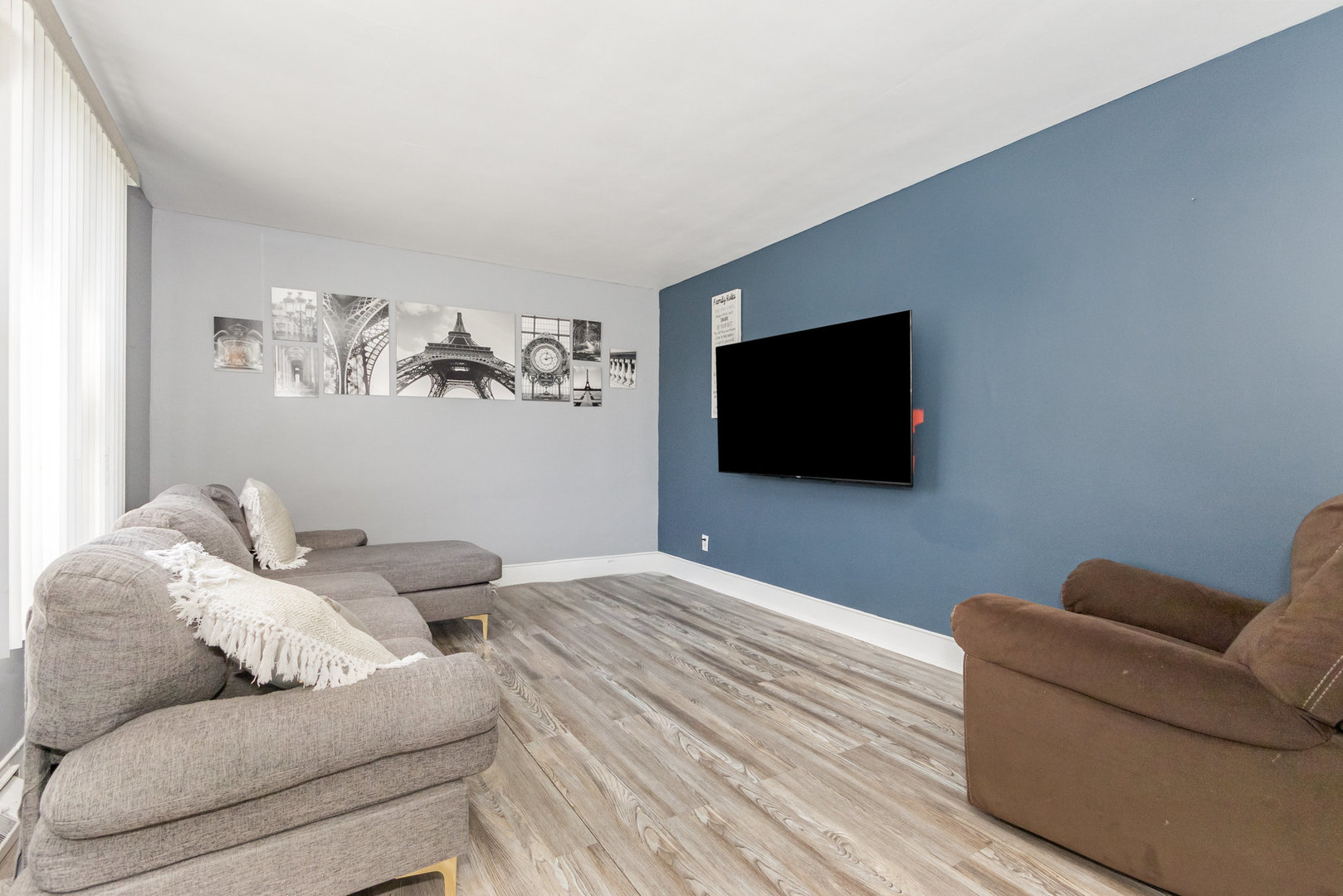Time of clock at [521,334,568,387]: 12:12
